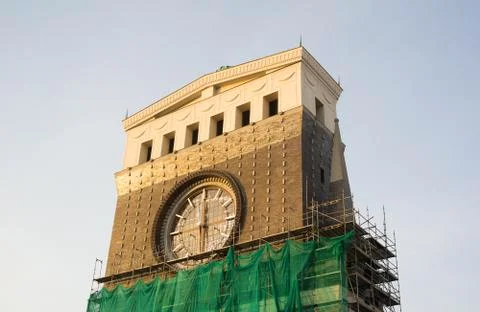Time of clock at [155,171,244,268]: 5:59
